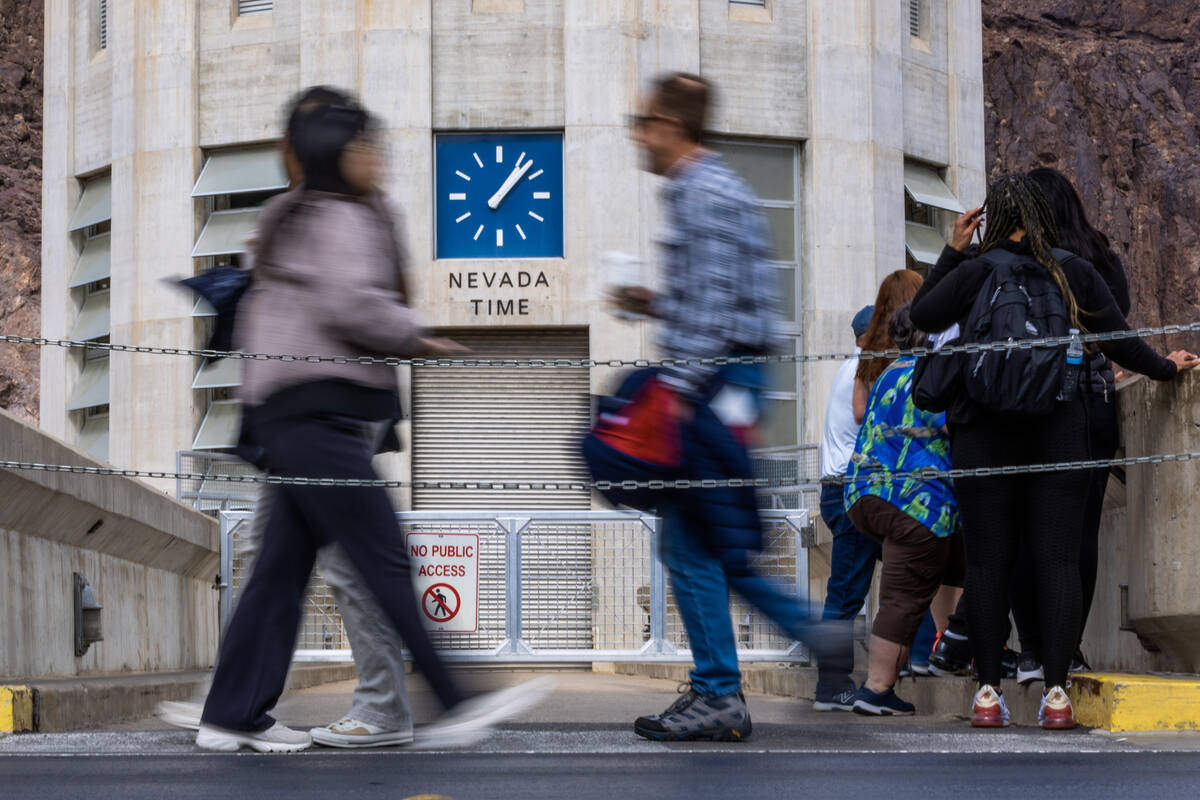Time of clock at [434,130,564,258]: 1:07
